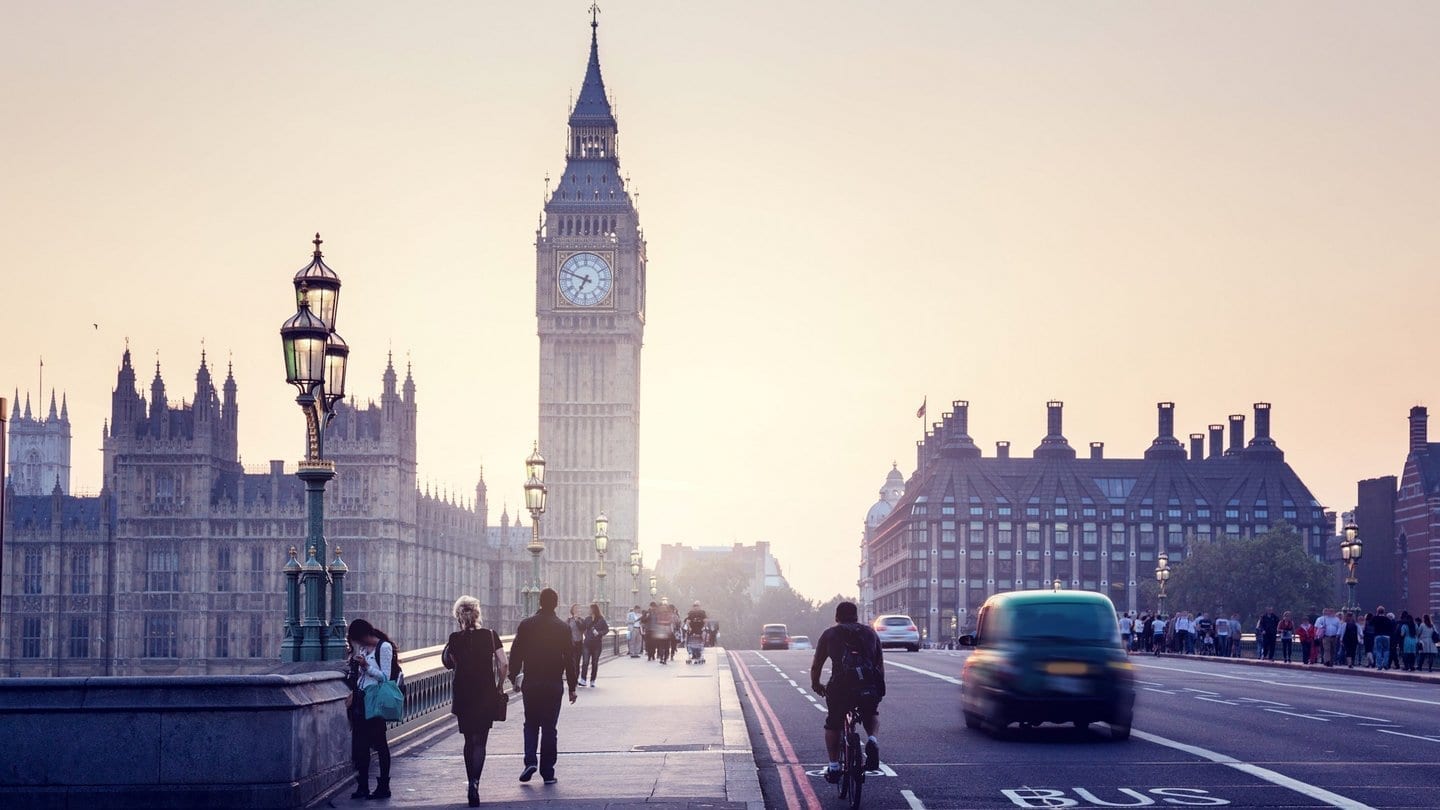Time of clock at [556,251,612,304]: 6:48
